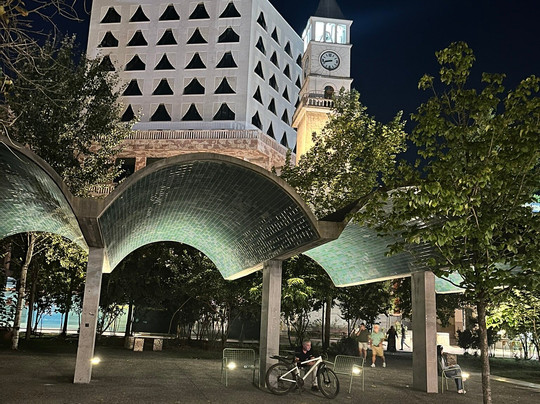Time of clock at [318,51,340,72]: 8:42
